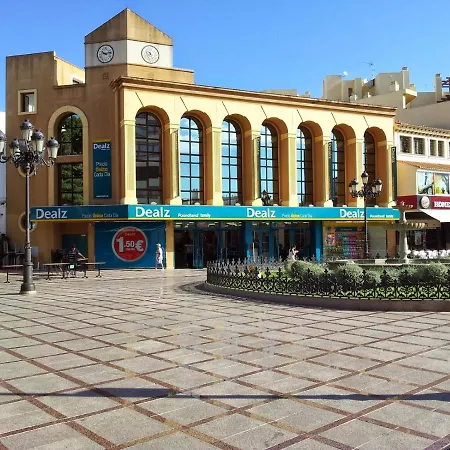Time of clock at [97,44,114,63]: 10:13
